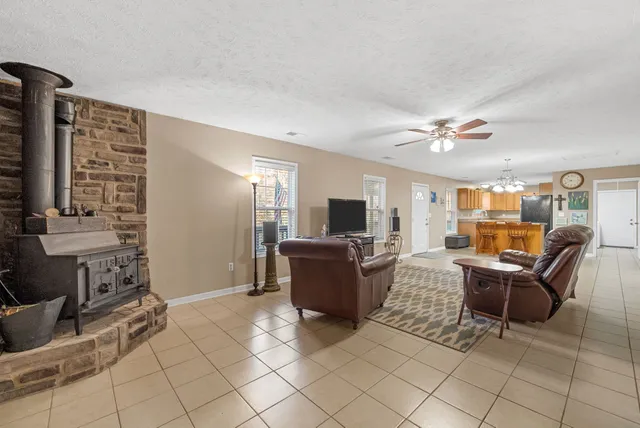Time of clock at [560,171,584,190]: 8:16
